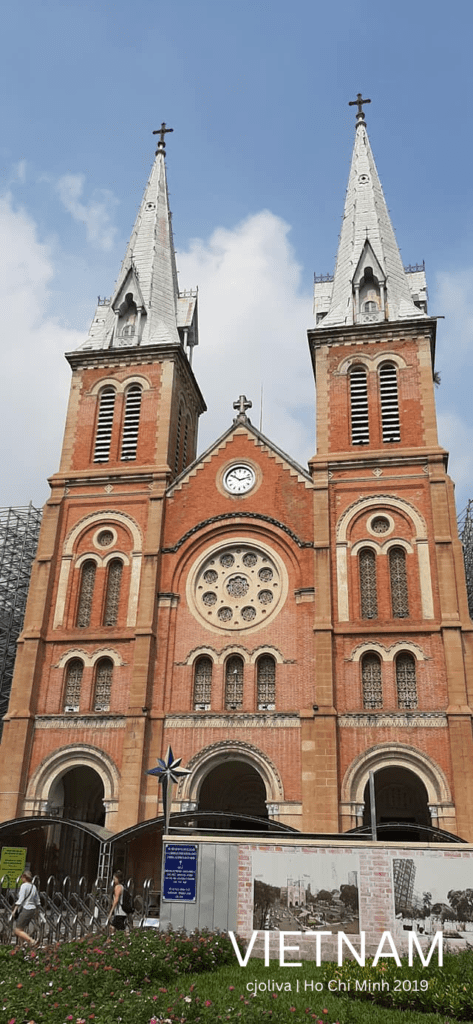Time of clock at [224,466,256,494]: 10:12
